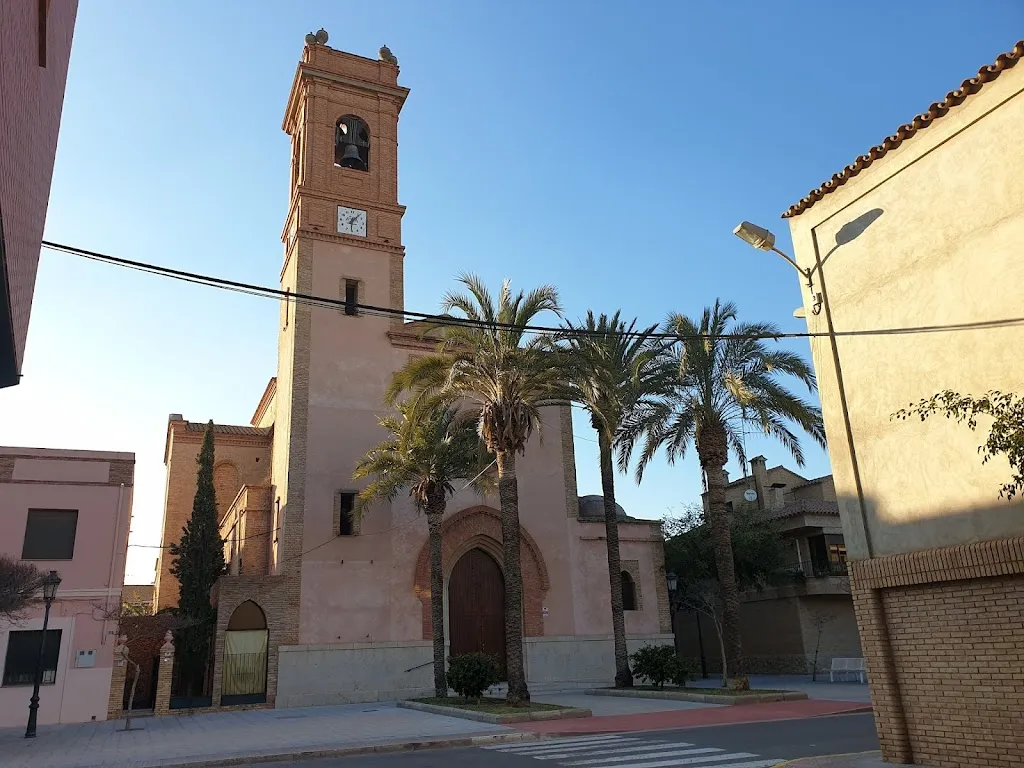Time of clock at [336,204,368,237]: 6:06
